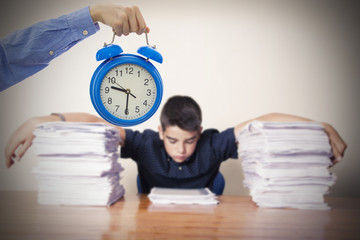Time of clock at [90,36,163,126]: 9:30
